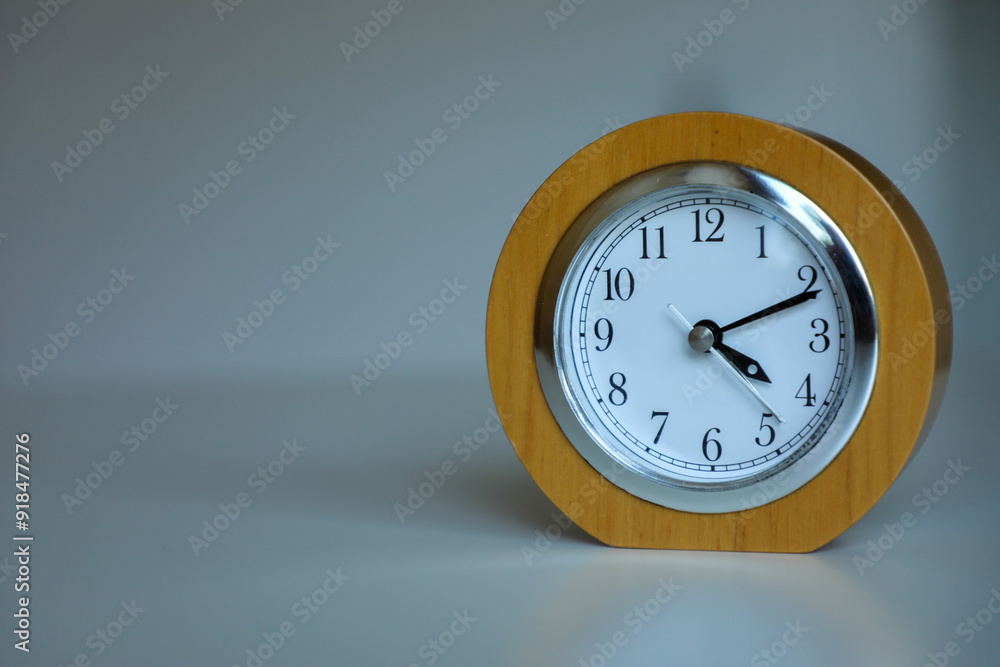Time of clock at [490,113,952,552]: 4:11
